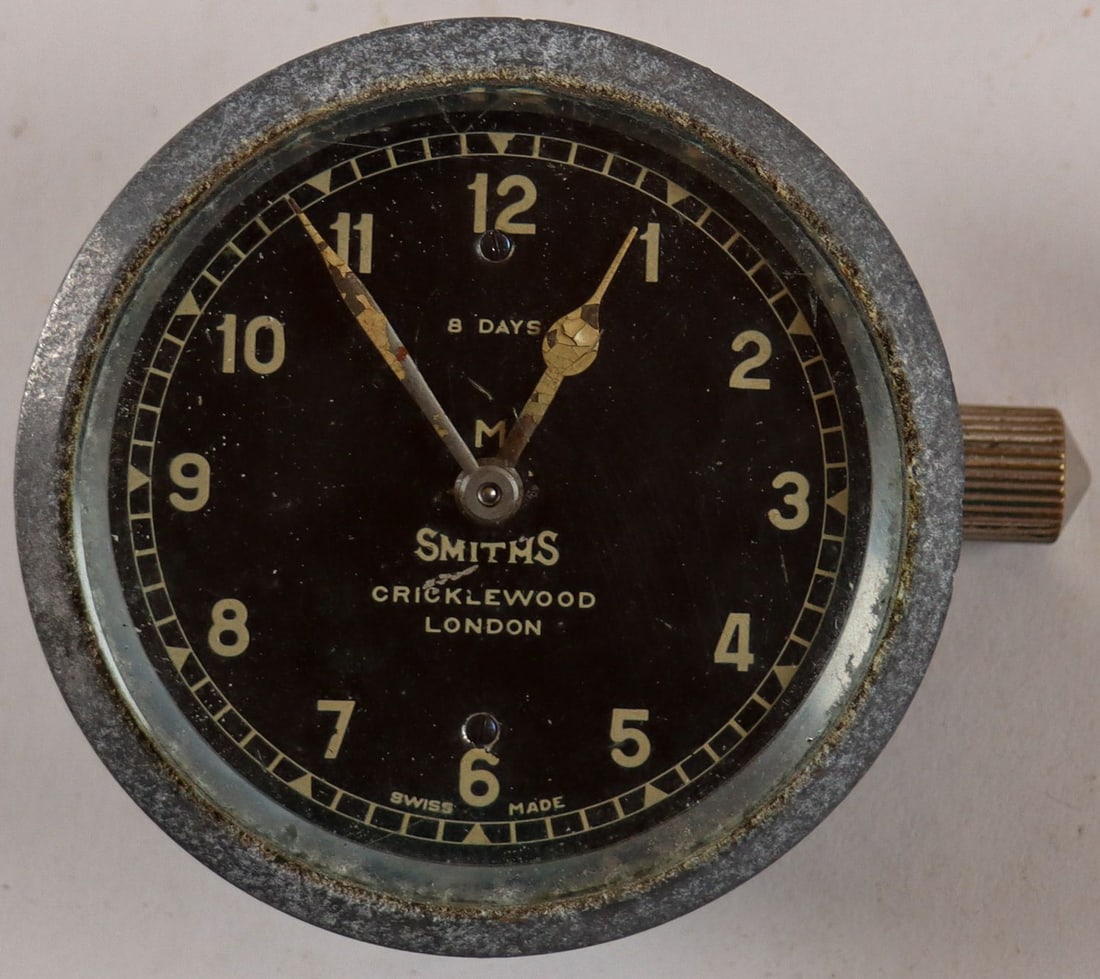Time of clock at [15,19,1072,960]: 12:54
